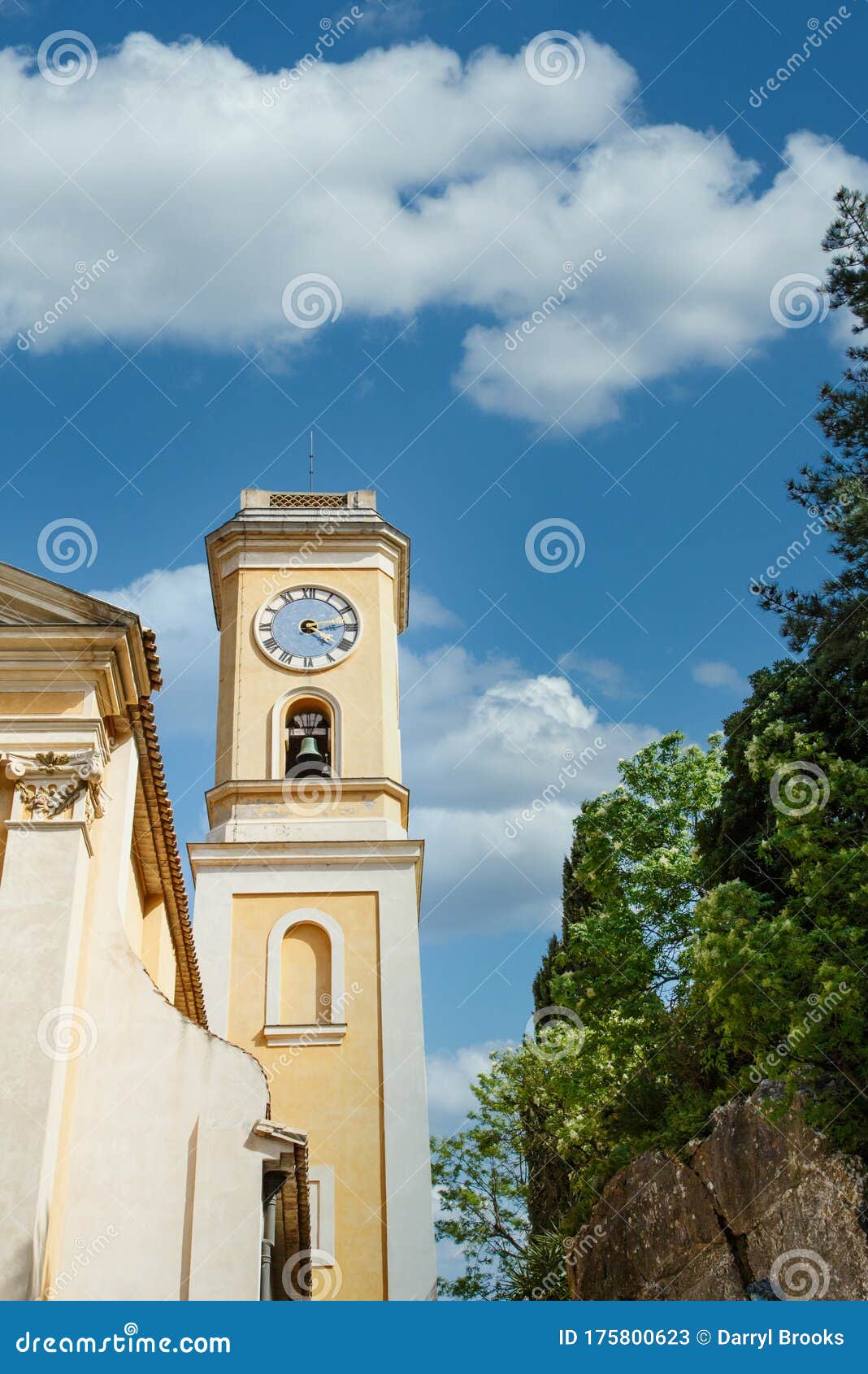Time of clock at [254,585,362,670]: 4:13
